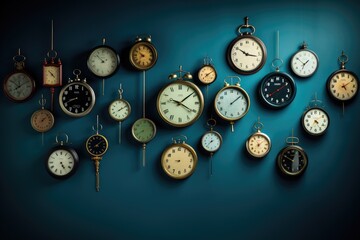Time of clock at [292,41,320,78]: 1:51
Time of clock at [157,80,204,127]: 4:08
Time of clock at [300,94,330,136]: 4:35
